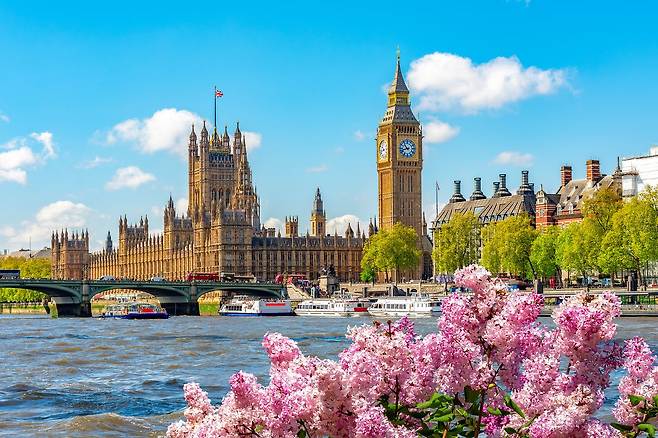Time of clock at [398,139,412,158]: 10:42
